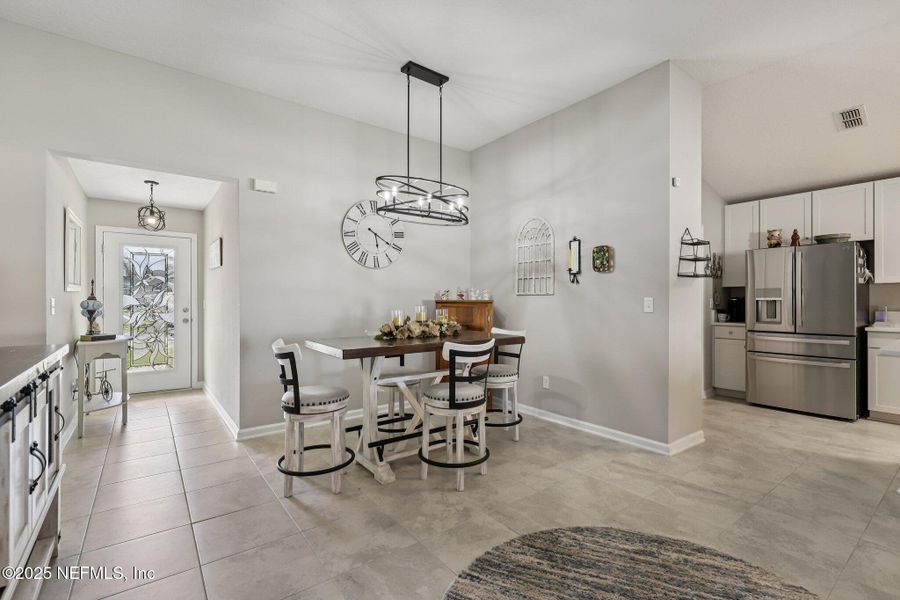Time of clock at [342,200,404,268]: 5:20
